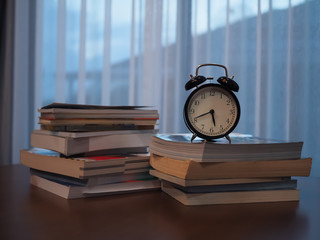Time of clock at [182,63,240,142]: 5:41
